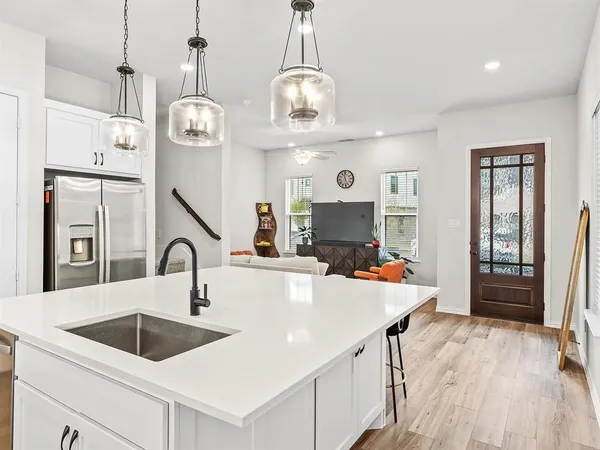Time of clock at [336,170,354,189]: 11:25
